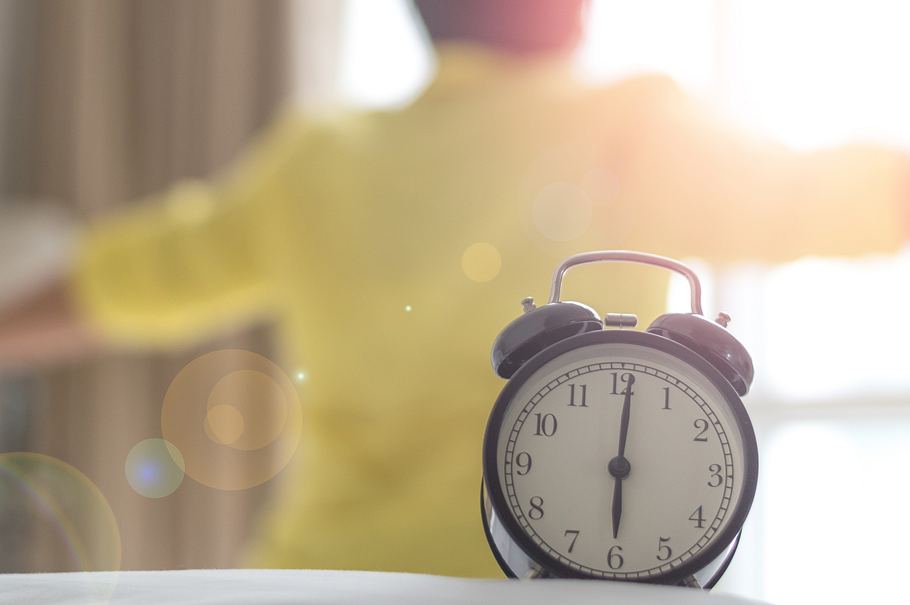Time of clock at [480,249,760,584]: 6:00
